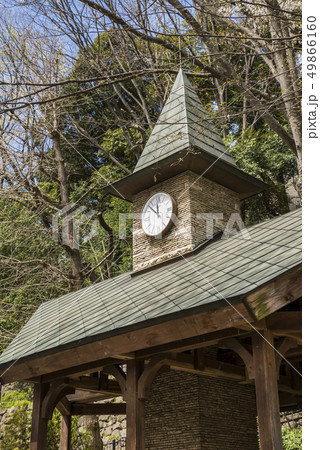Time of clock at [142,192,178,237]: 11:52
